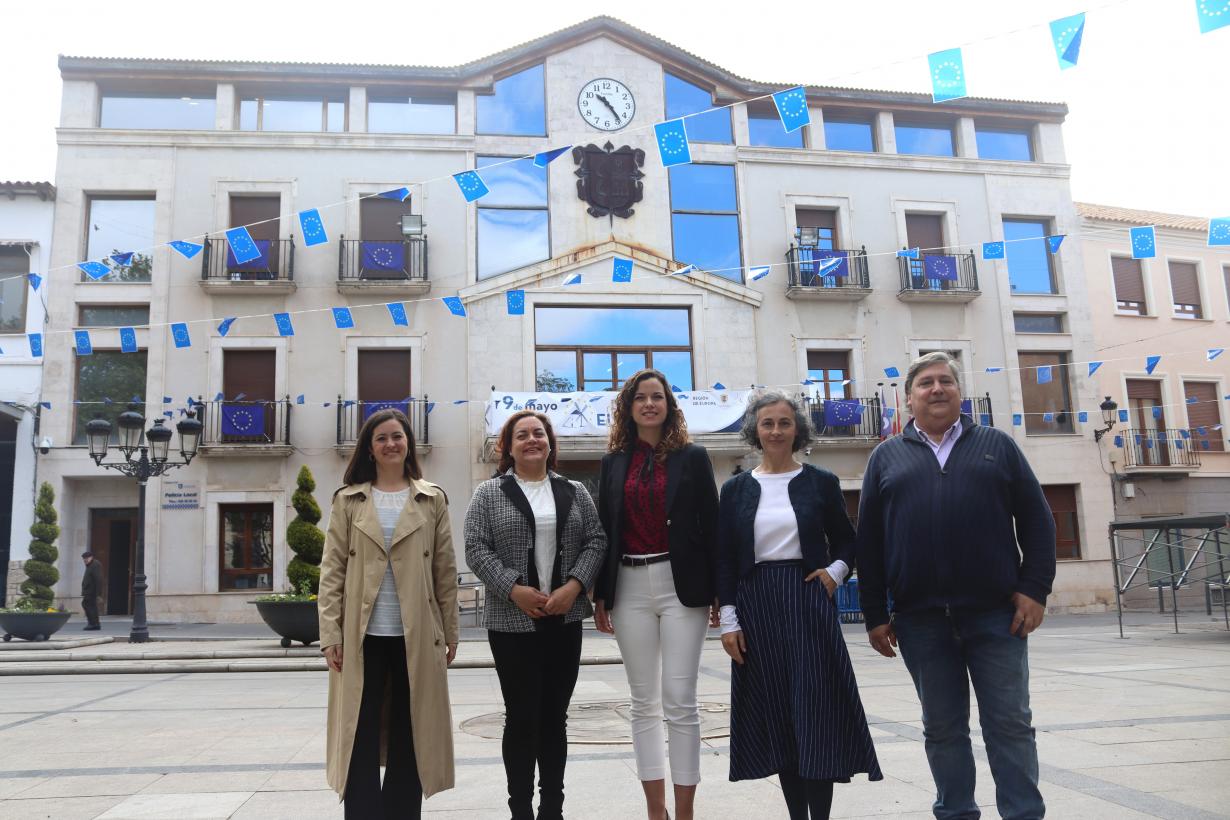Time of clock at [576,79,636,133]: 10:24
